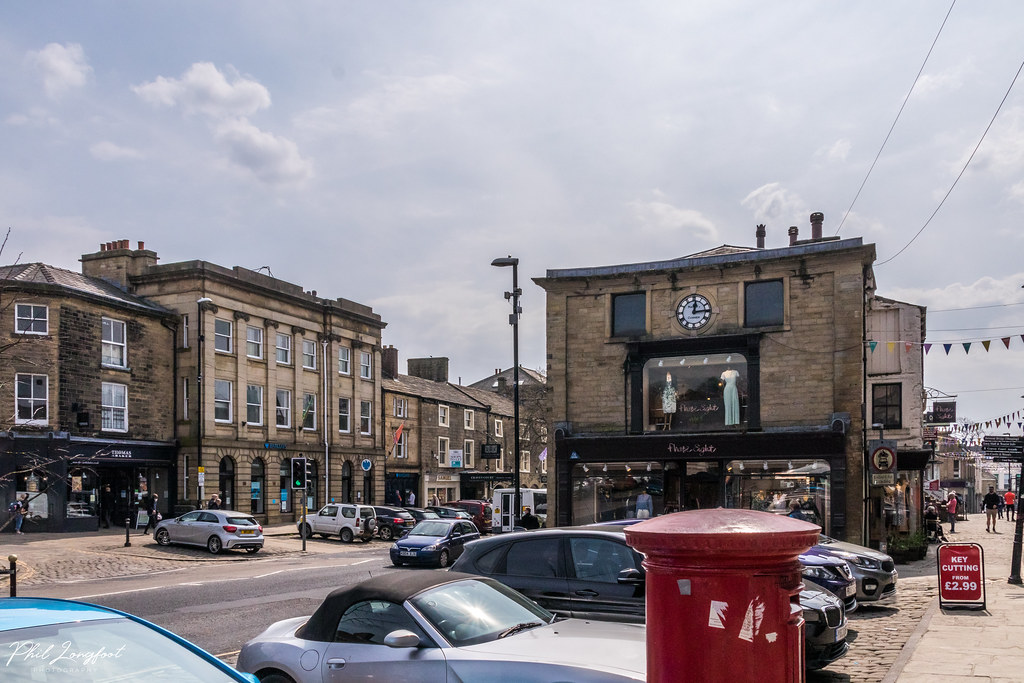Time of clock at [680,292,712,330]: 12:14
